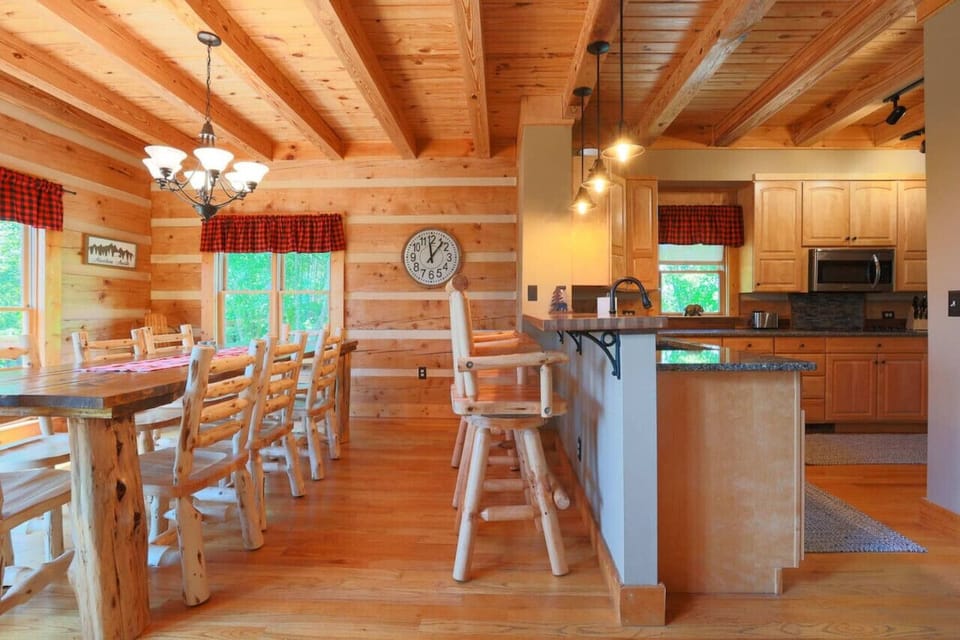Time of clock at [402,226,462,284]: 12:06
